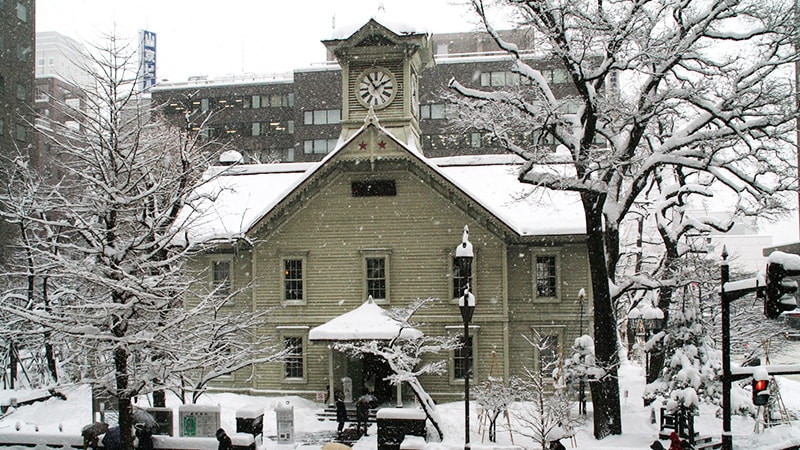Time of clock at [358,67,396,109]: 1:54
